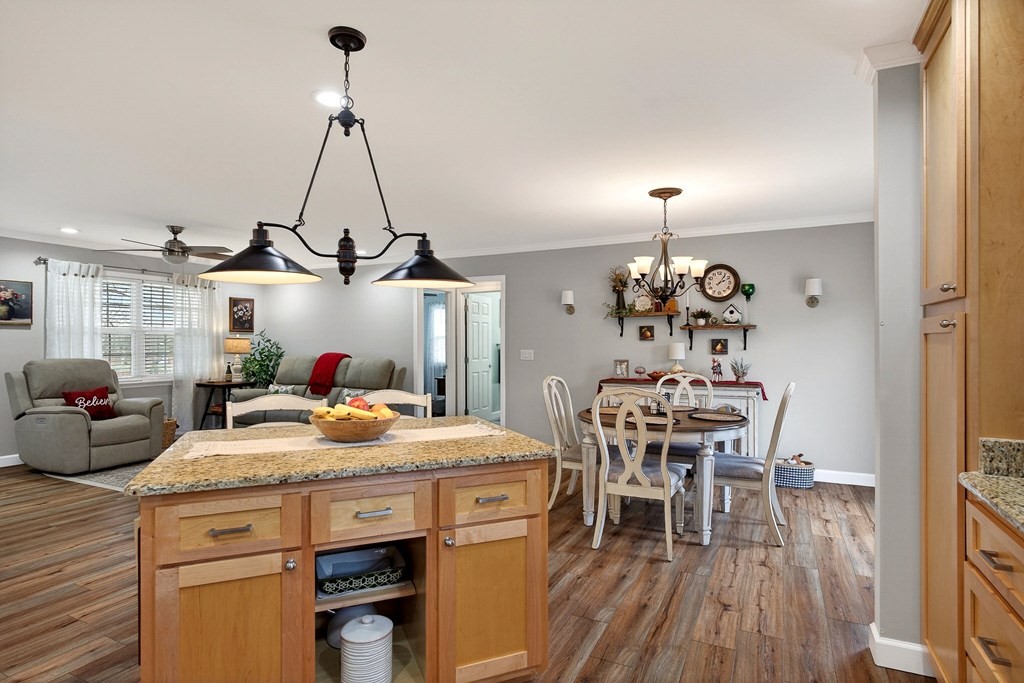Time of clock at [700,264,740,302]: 2:06
